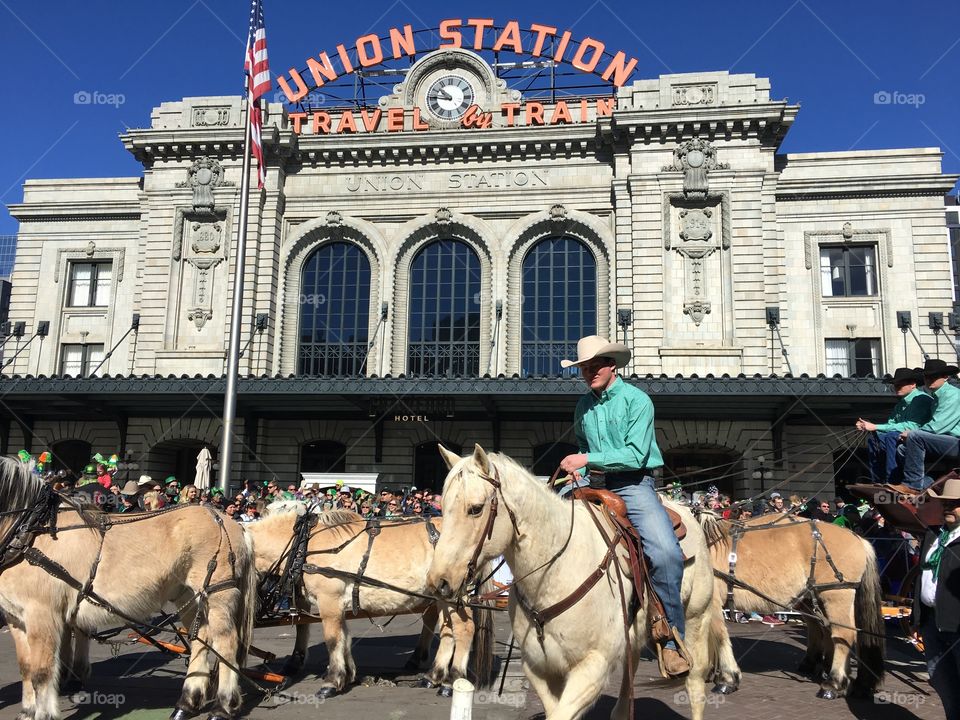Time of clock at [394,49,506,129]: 10:45
